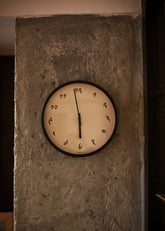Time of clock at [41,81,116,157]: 5:58
